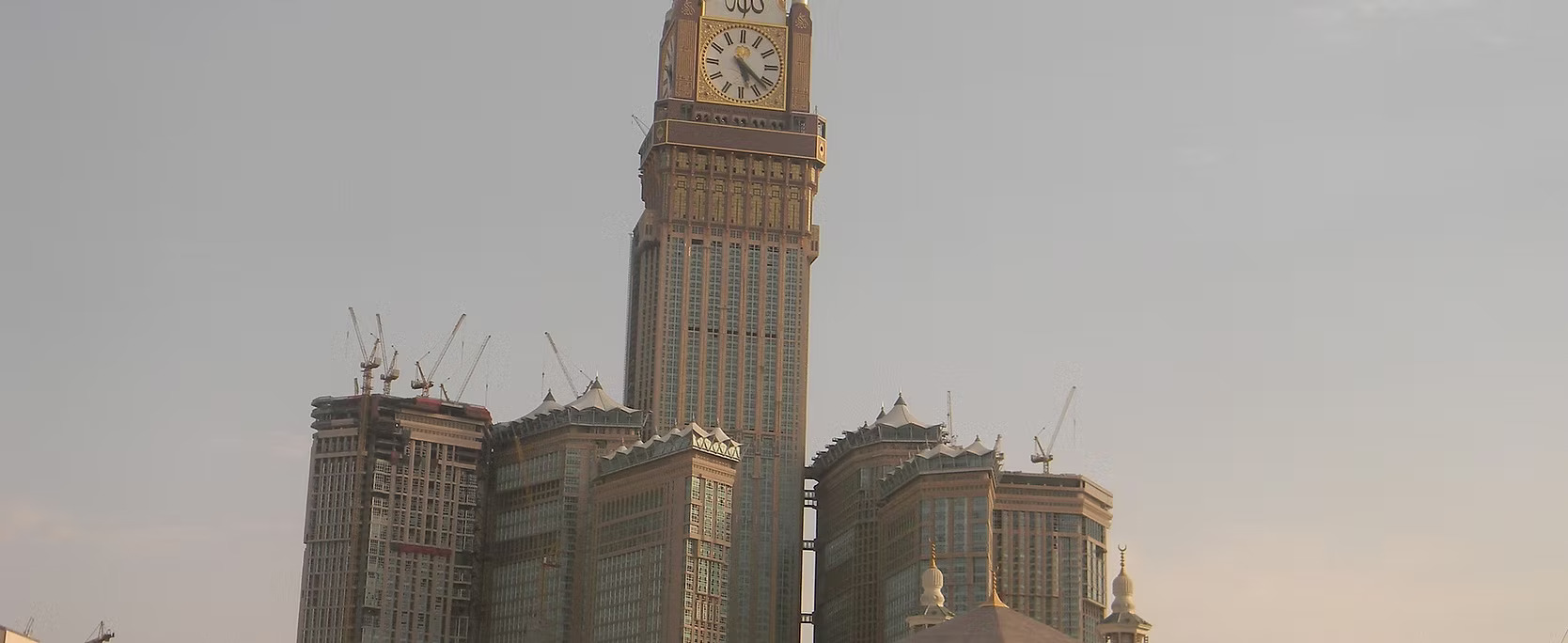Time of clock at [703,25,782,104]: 5:21
